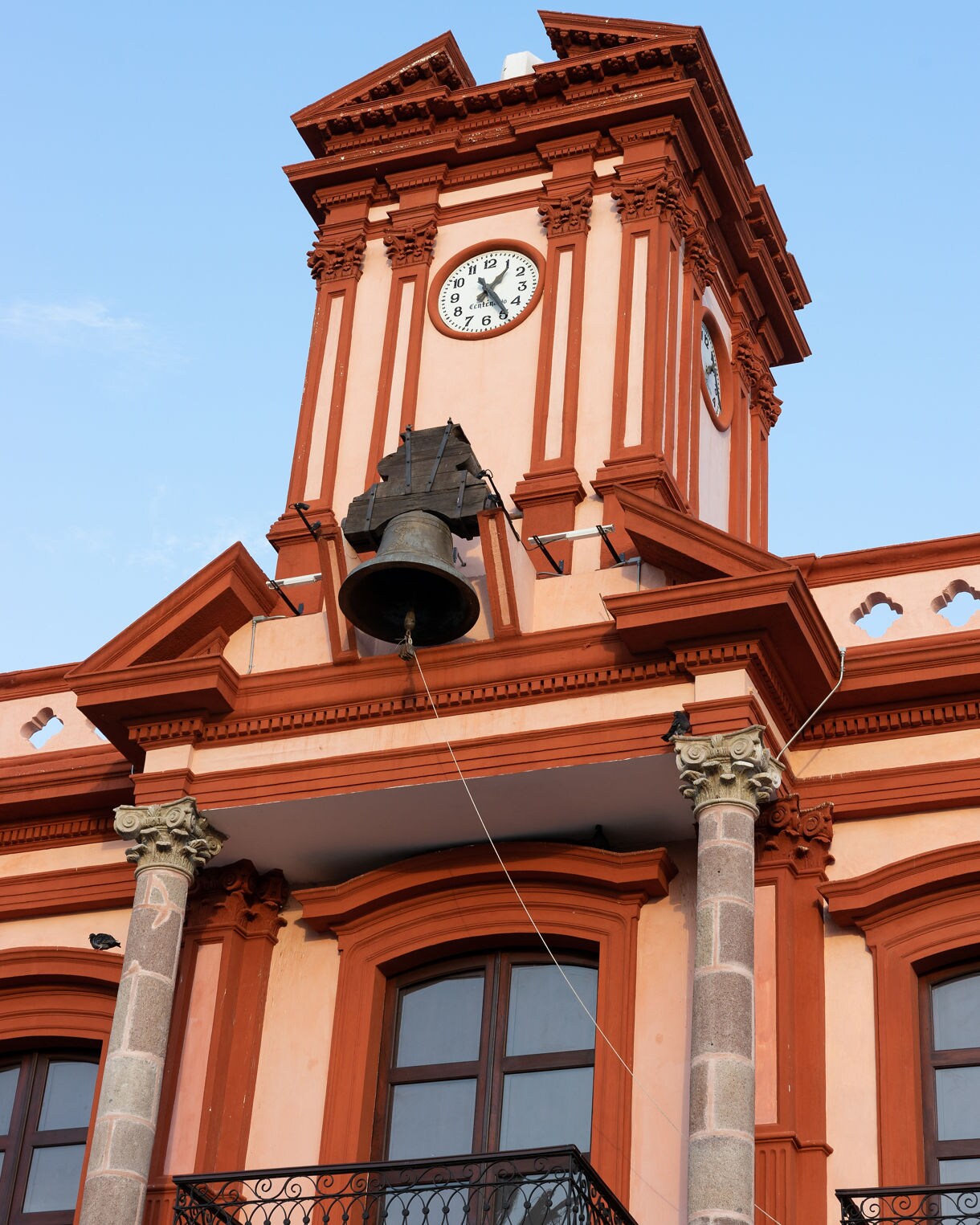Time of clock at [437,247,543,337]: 1:24
